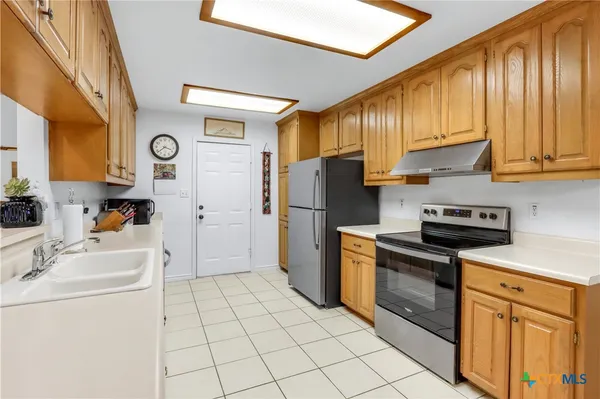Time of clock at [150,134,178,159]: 3:38
